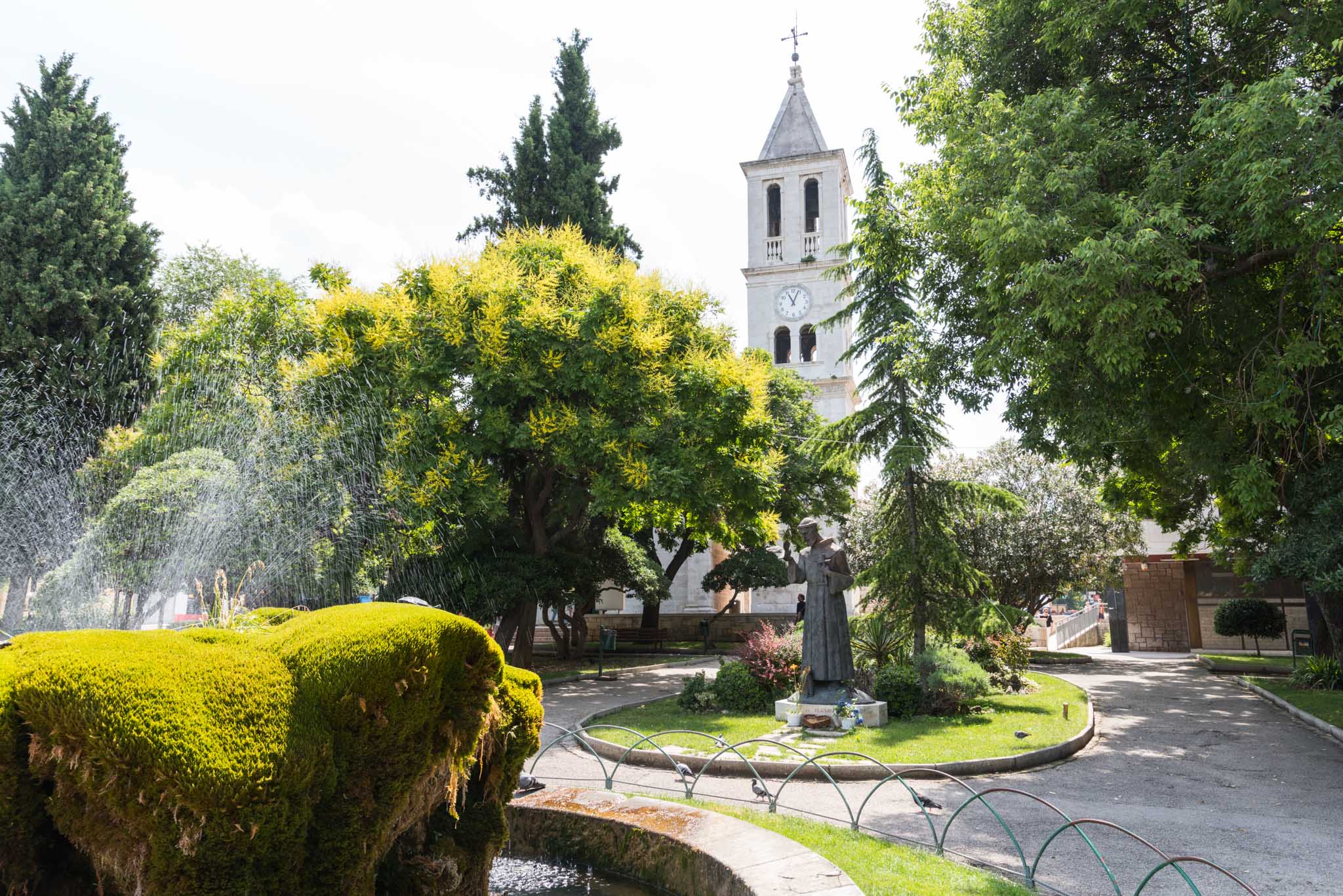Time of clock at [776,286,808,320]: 11:03
